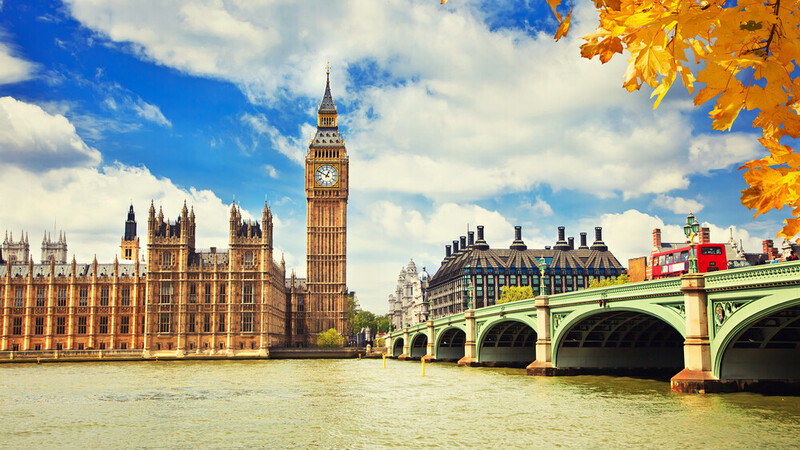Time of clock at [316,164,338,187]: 12:49
